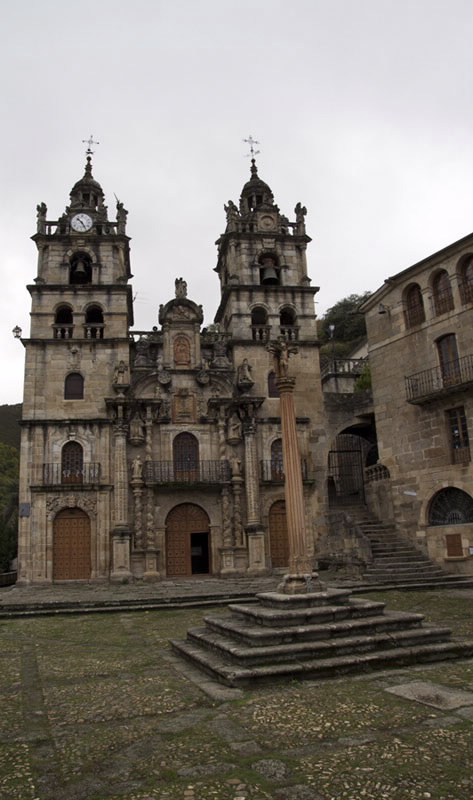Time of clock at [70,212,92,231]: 10:24
